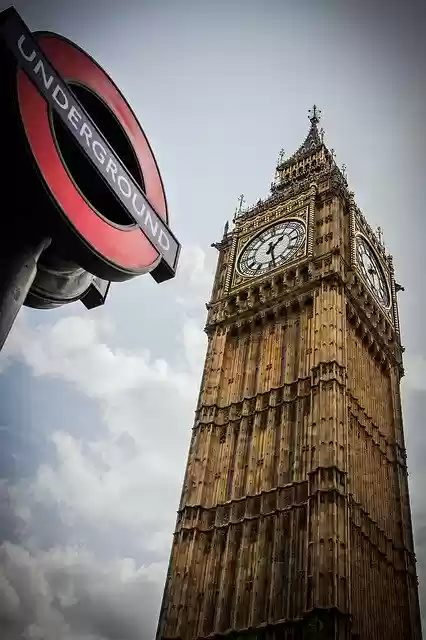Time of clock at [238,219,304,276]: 1:28
